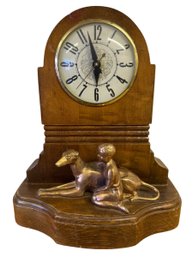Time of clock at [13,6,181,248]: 5:57
